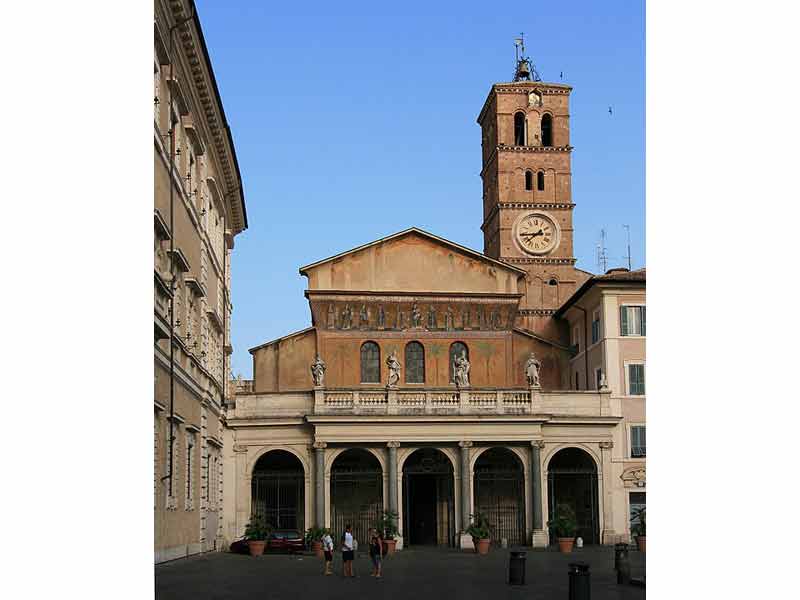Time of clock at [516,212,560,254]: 8:38
